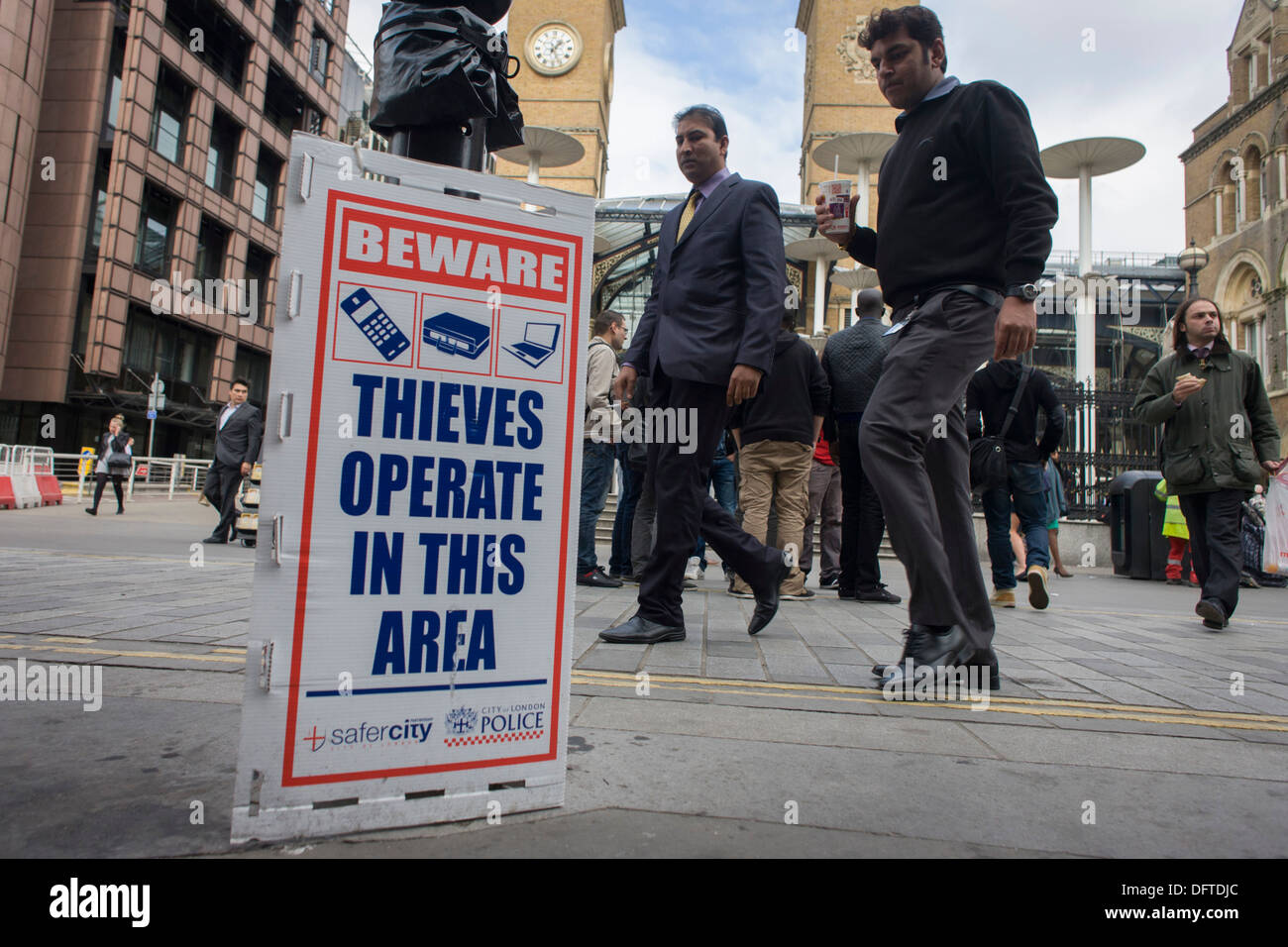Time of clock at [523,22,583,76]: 1:25
